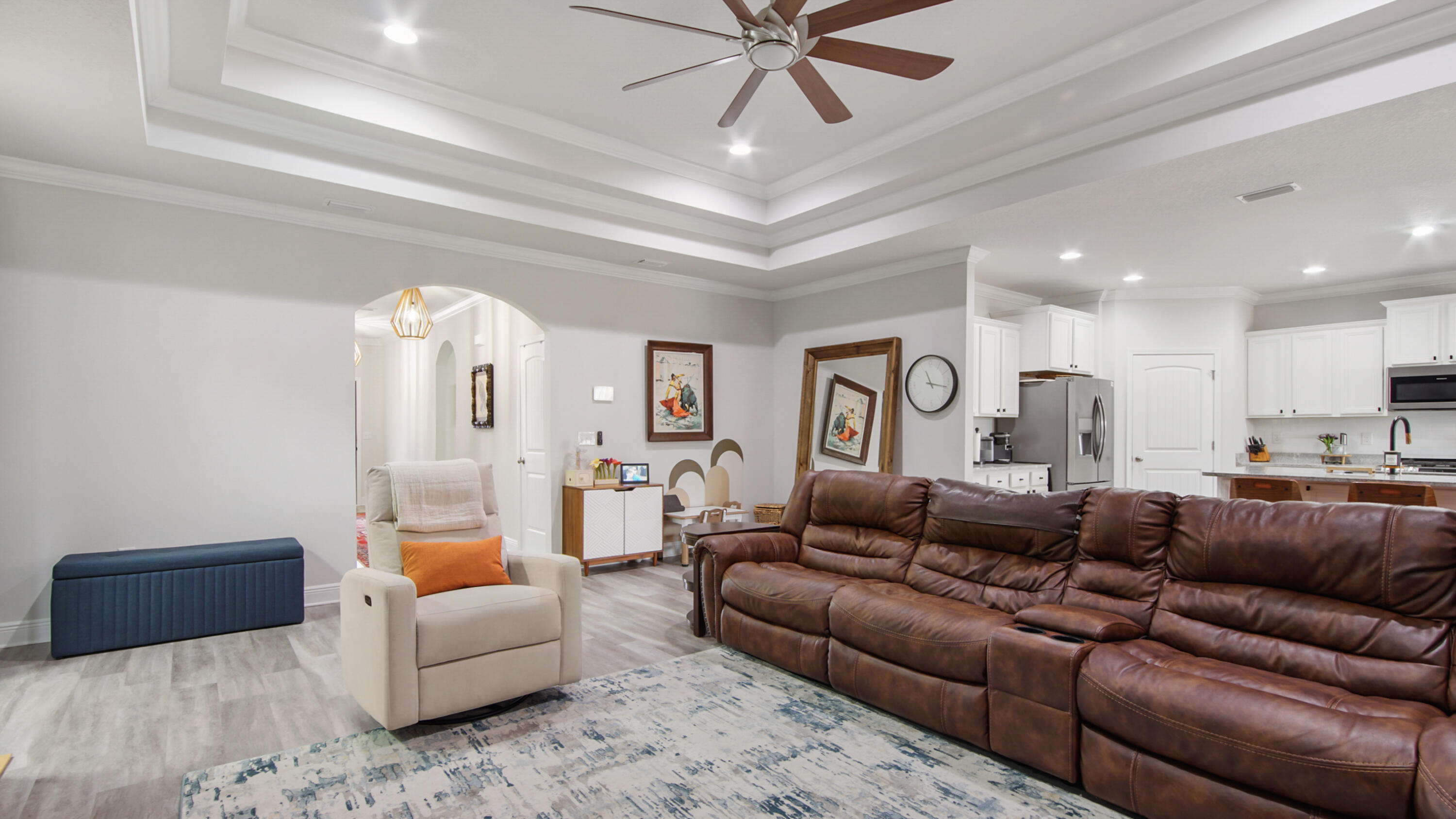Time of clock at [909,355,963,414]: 11:17
